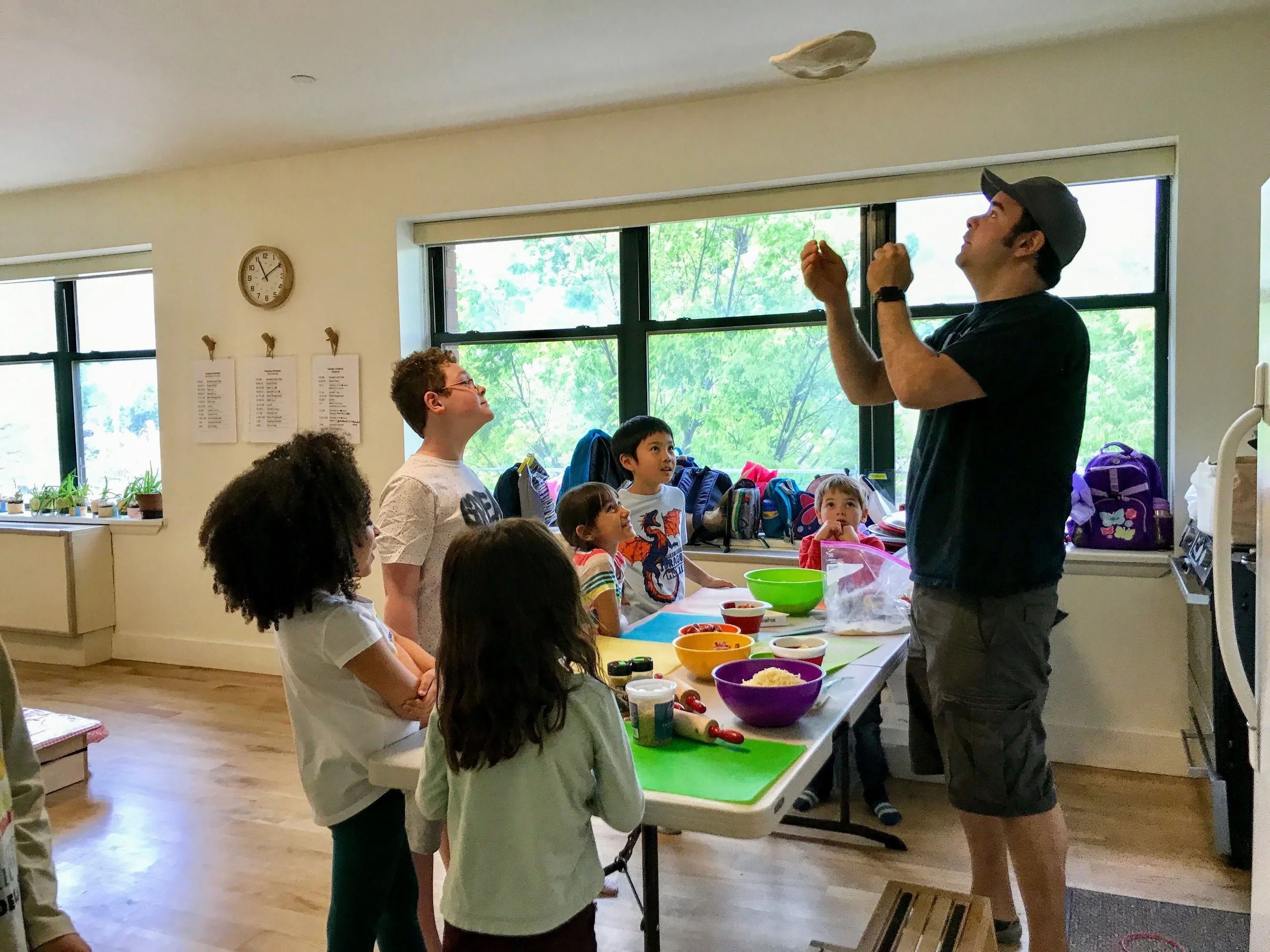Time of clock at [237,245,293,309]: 11:09
